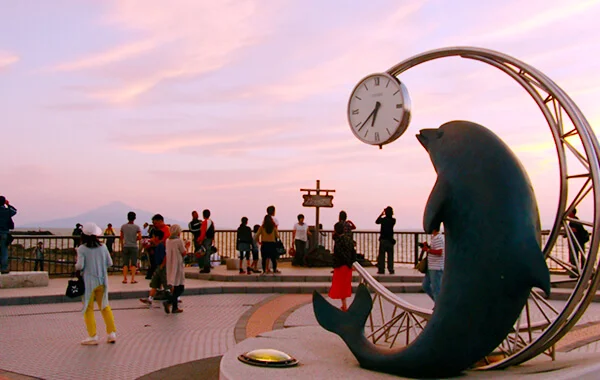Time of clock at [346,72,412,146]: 6:38
